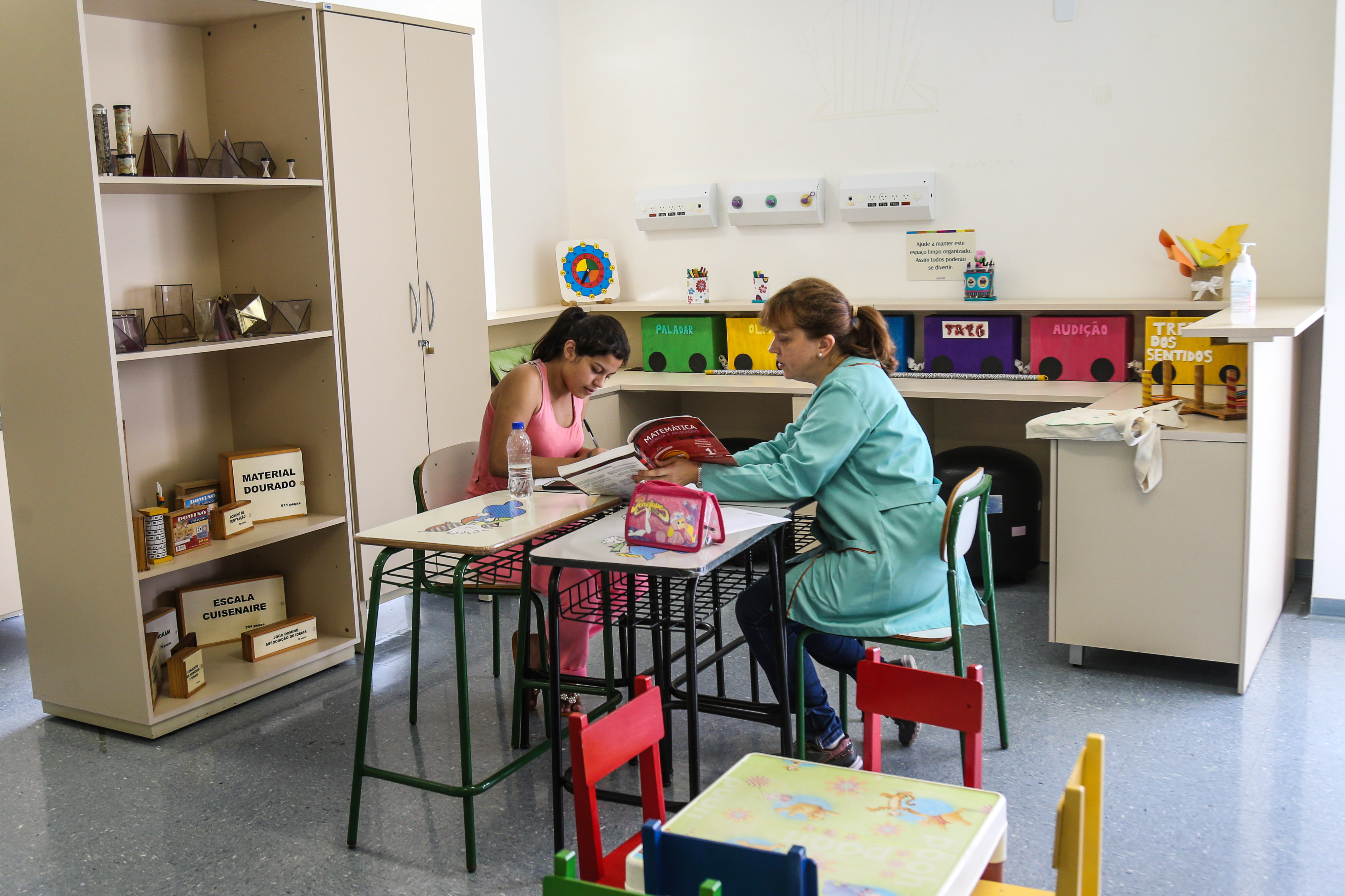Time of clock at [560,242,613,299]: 7:00
